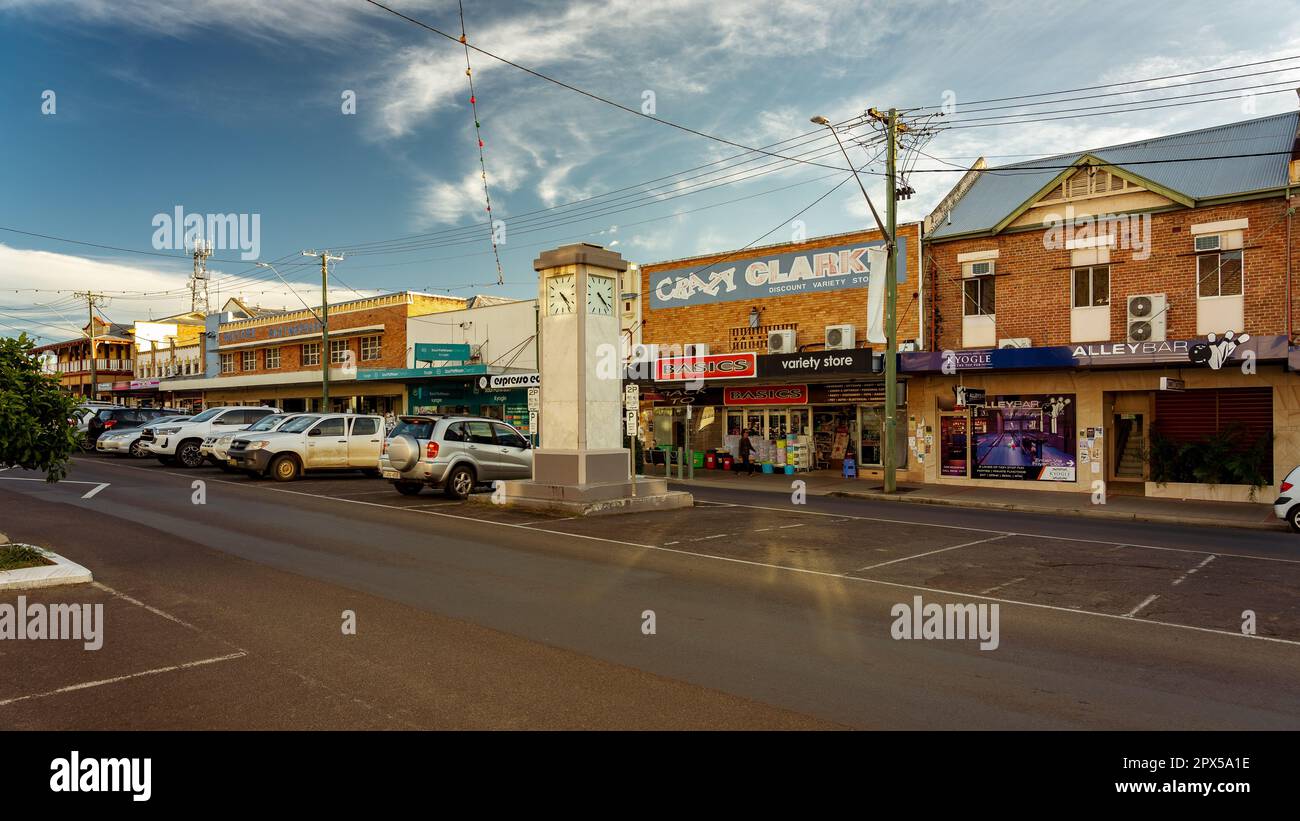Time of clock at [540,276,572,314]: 4:23
